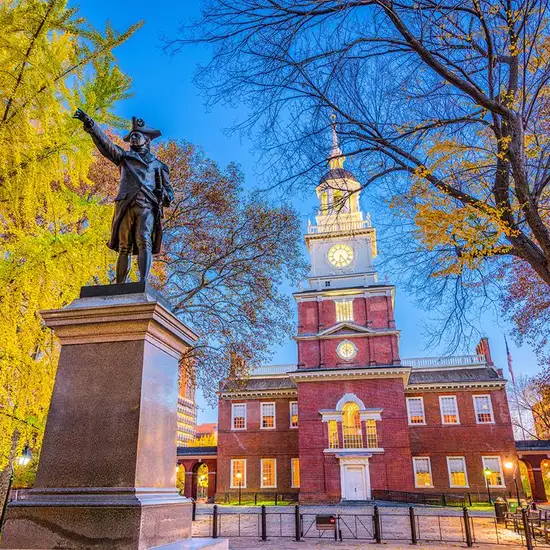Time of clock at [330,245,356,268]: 6:23
